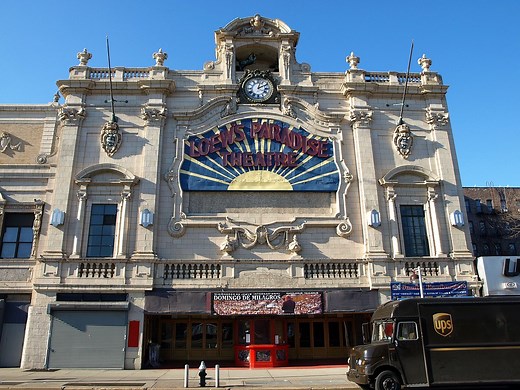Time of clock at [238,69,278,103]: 2:02
